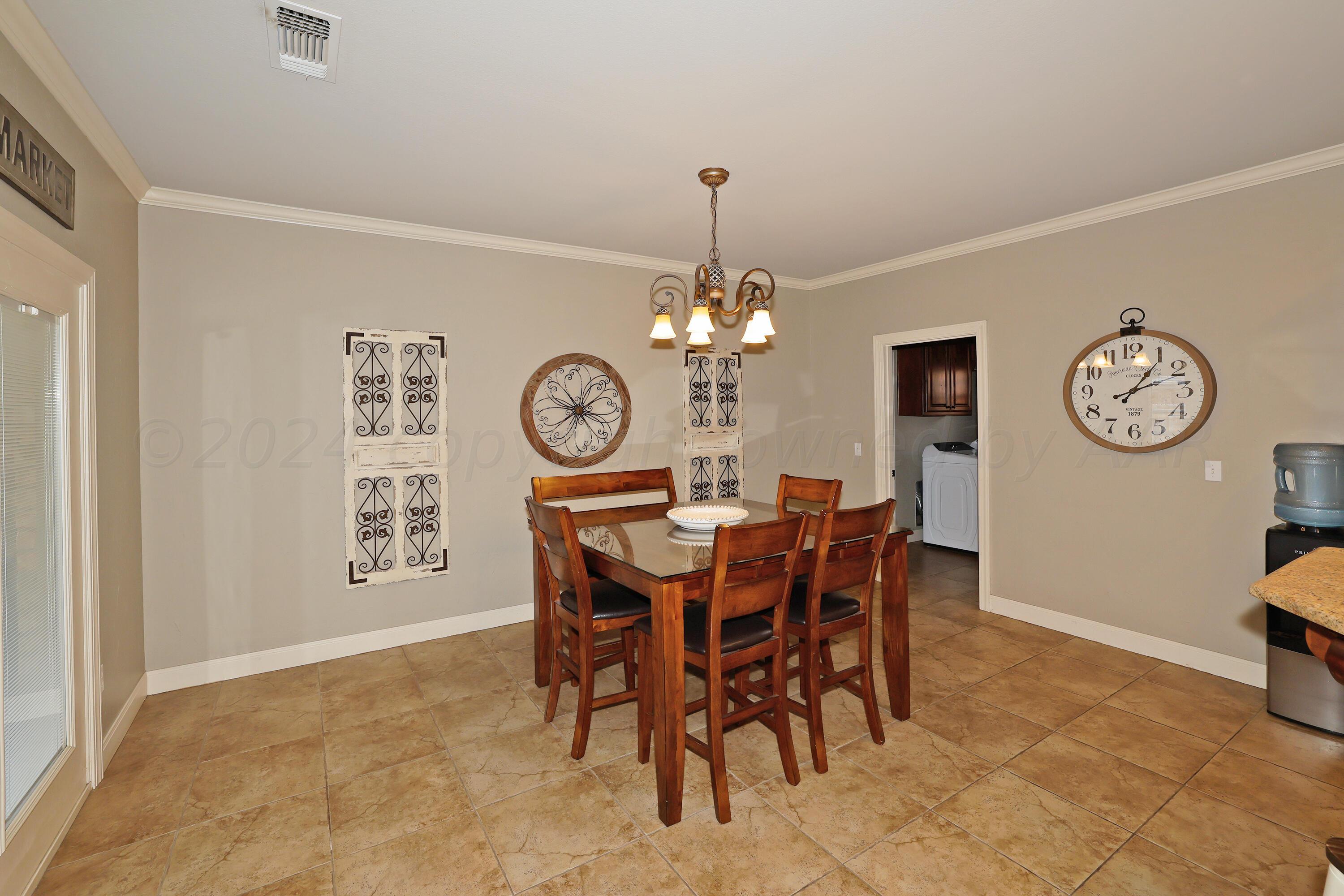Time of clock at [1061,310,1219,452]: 1:11
